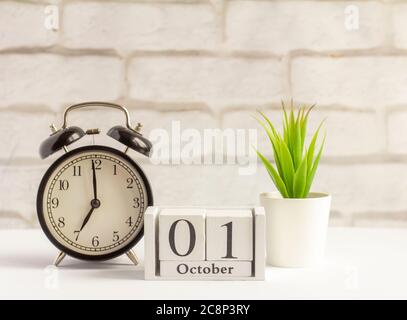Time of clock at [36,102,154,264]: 6:59
